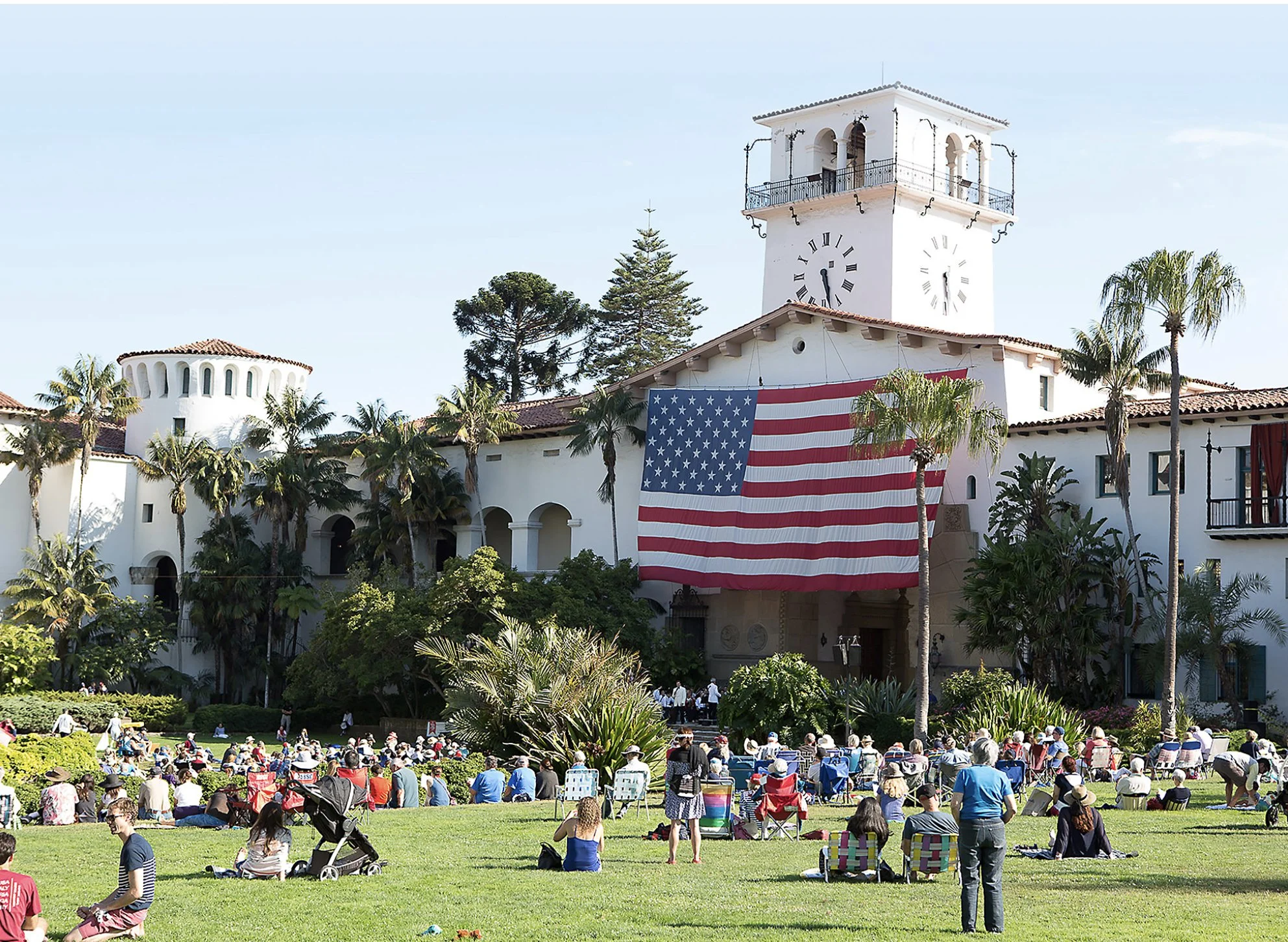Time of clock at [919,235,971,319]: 5:29
